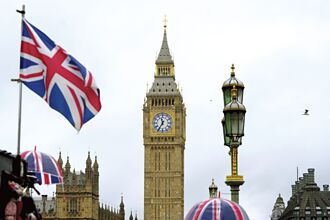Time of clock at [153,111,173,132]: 11:35
